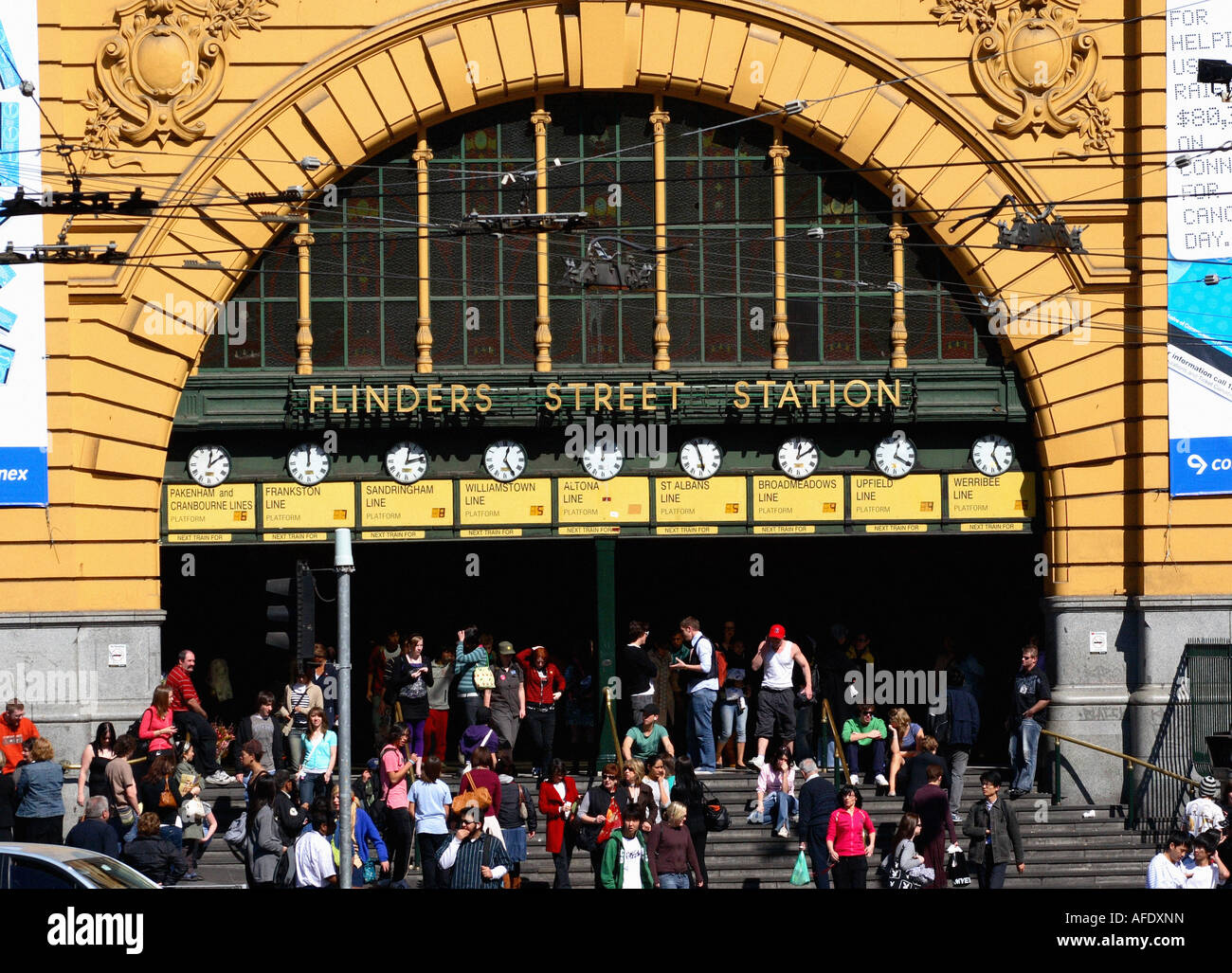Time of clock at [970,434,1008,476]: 5:03
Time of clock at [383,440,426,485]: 12:12
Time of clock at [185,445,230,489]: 12:09
